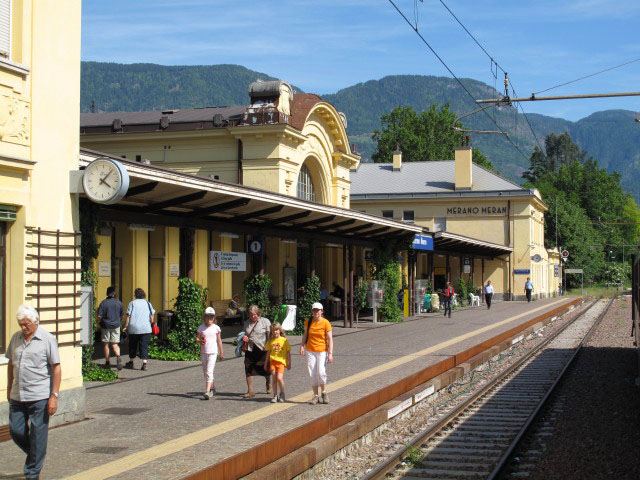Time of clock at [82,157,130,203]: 4:07
